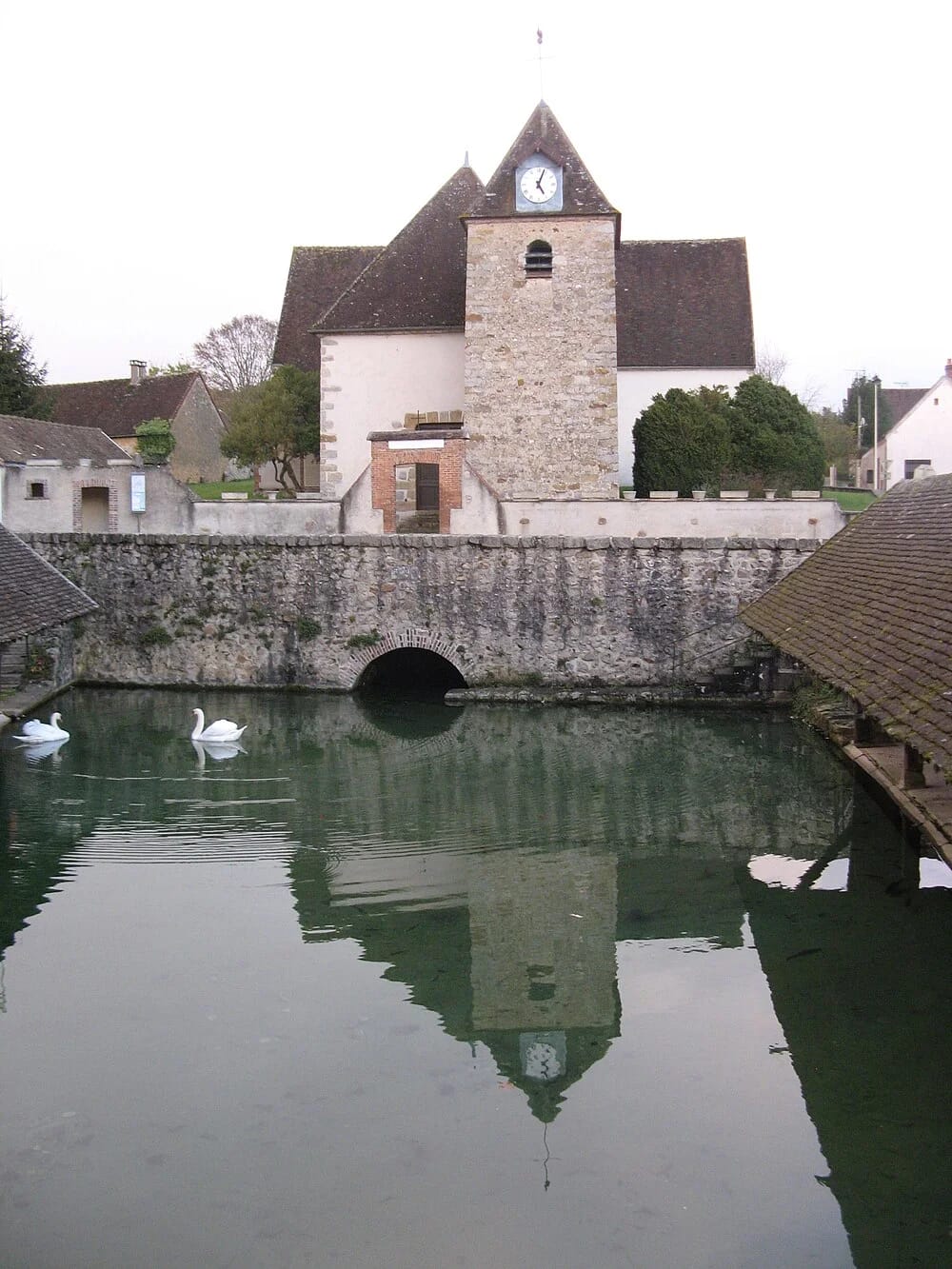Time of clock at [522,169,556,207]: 5:03
